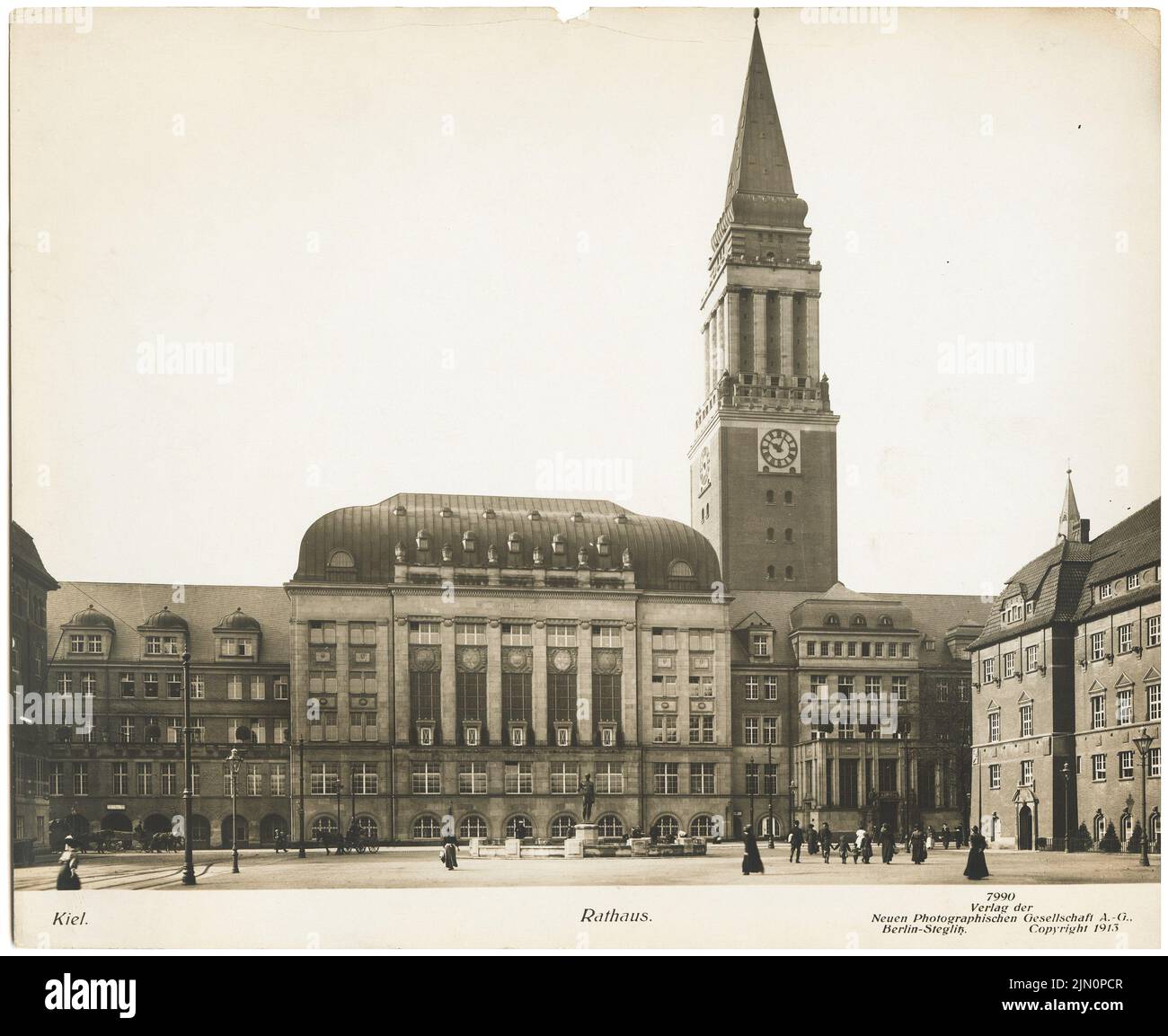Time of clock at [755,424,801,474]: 10:04
